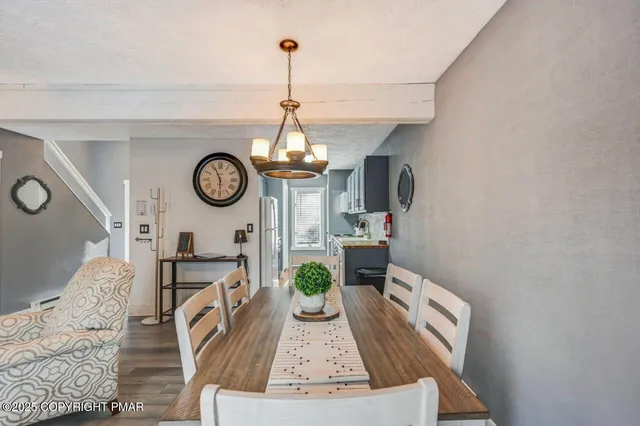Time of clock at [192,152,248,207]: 5:56
